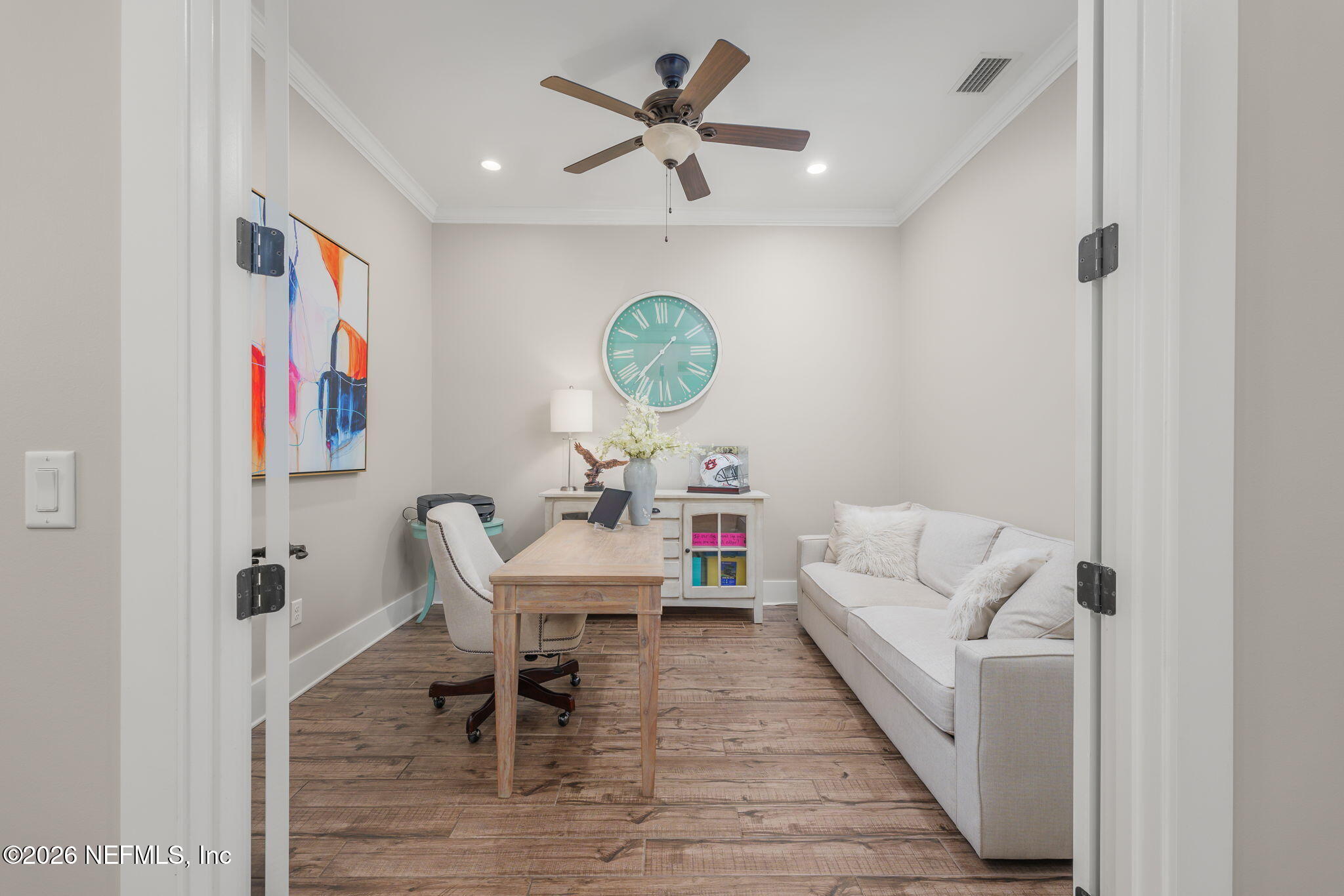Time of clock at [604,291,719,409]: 1:37
